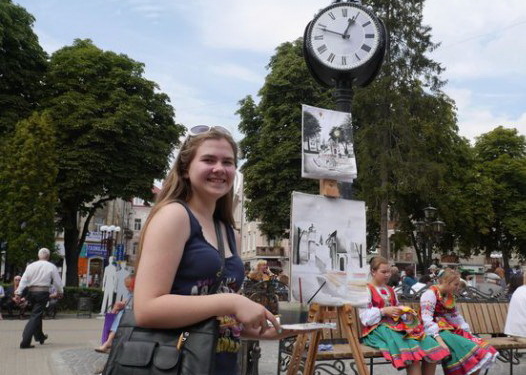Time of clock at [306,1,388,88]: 12:48
